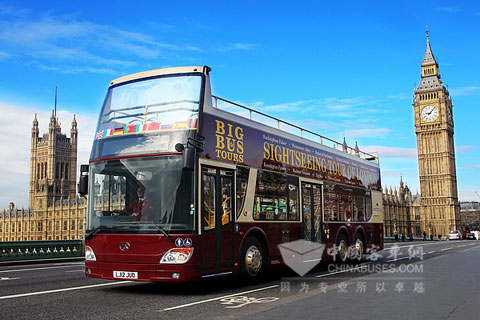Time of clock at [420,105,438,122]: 9:07
